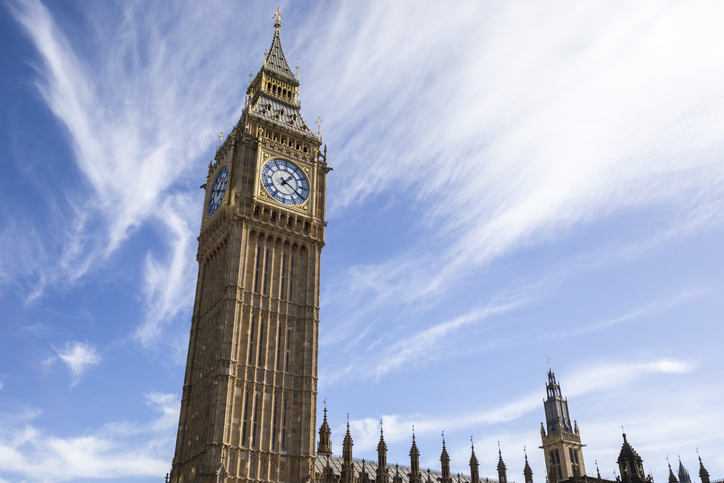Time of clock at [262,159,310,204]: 1:20
